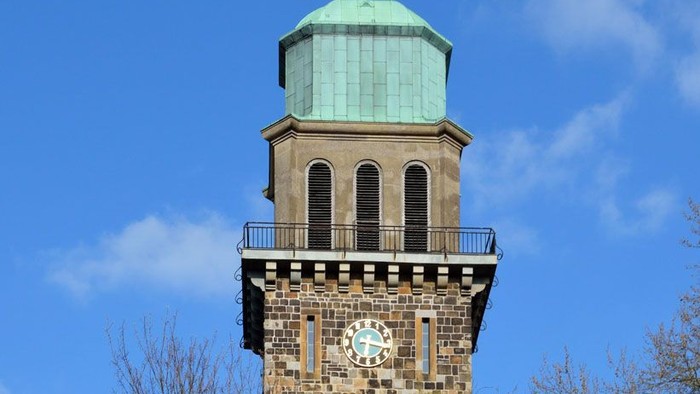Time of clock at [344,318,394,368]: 6:17
